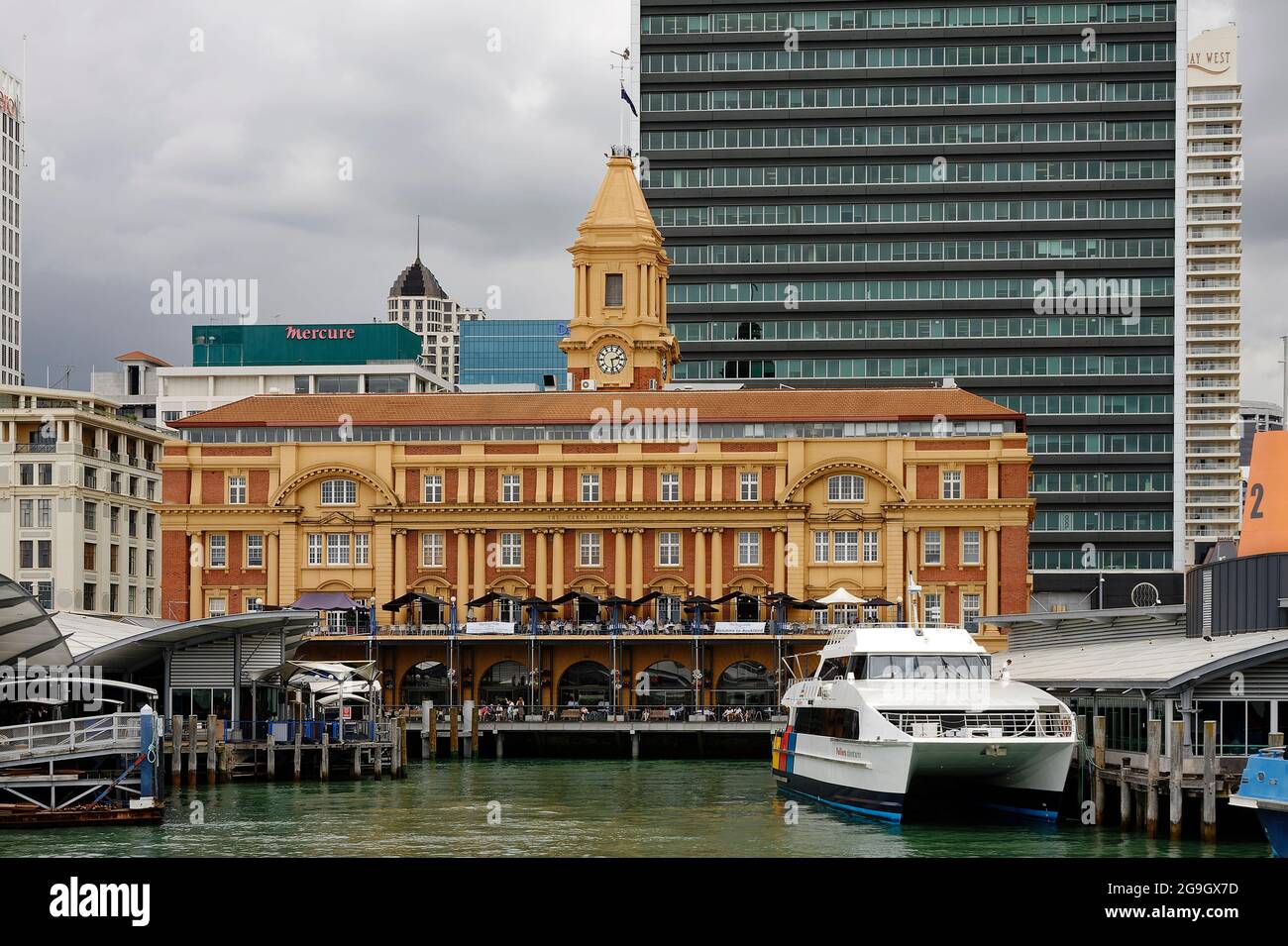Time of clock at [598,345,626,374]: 2:28
